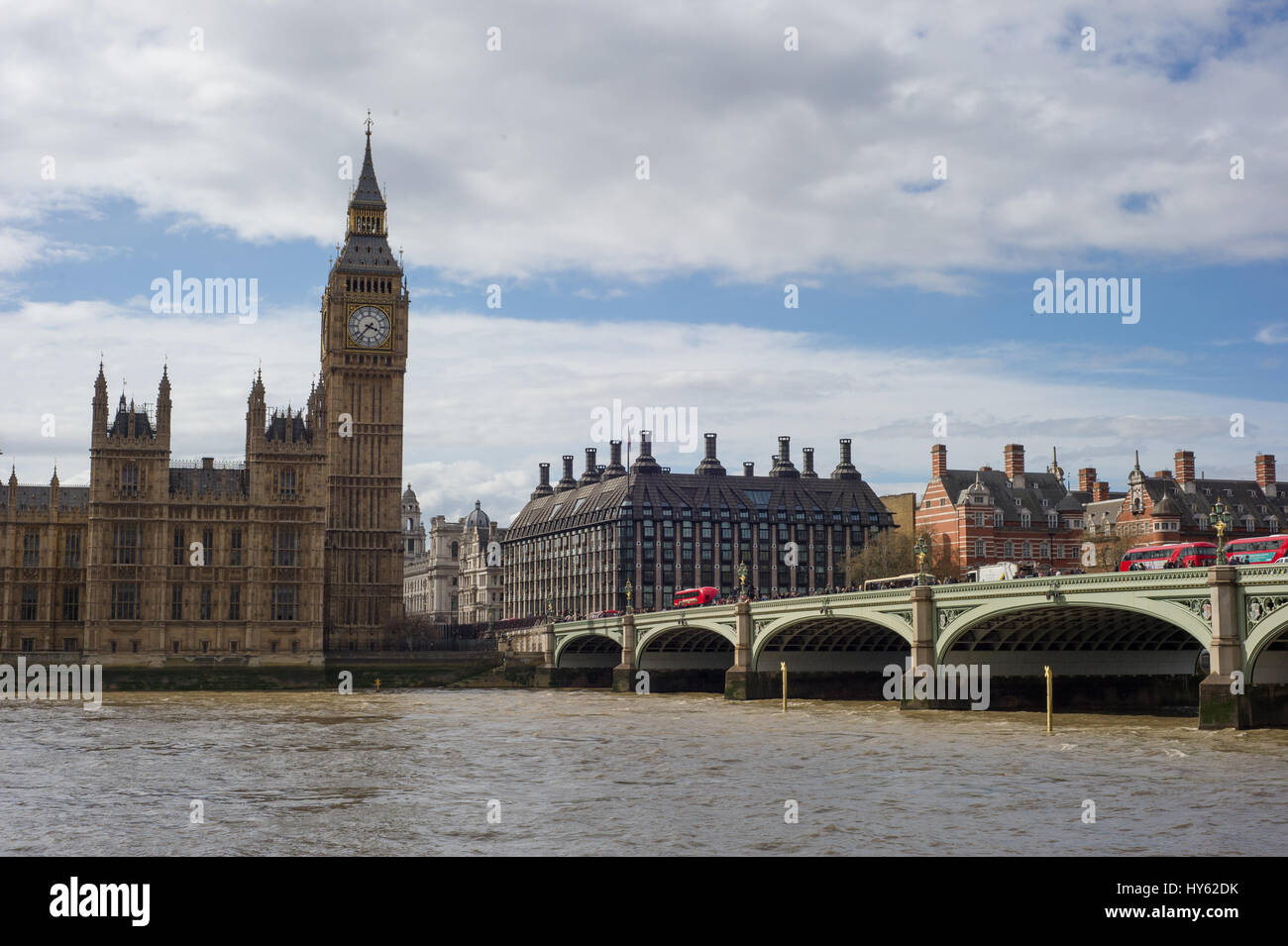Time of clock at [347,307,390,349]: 3:37
